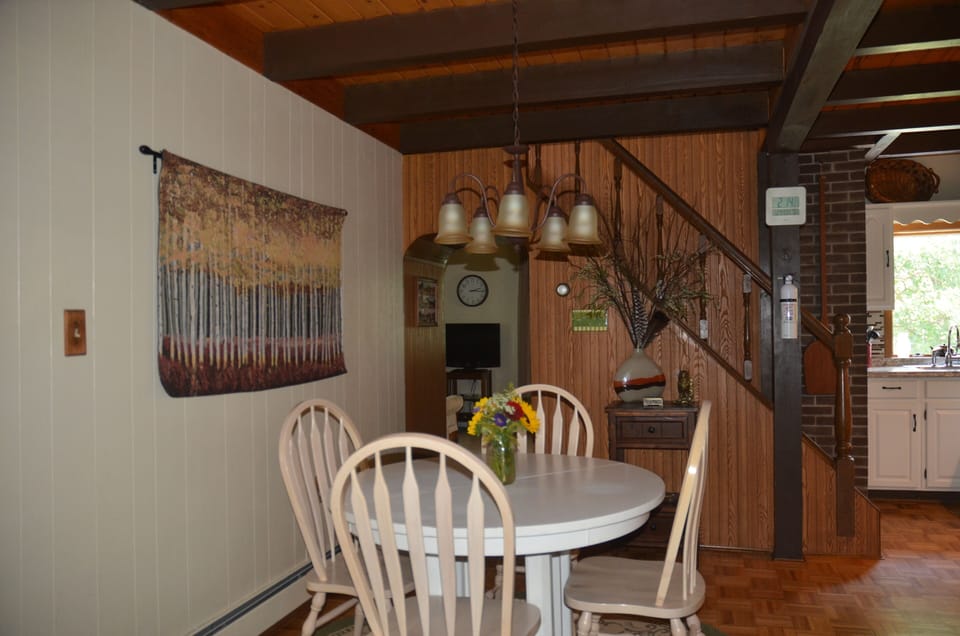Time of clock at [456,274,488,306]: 2:15
